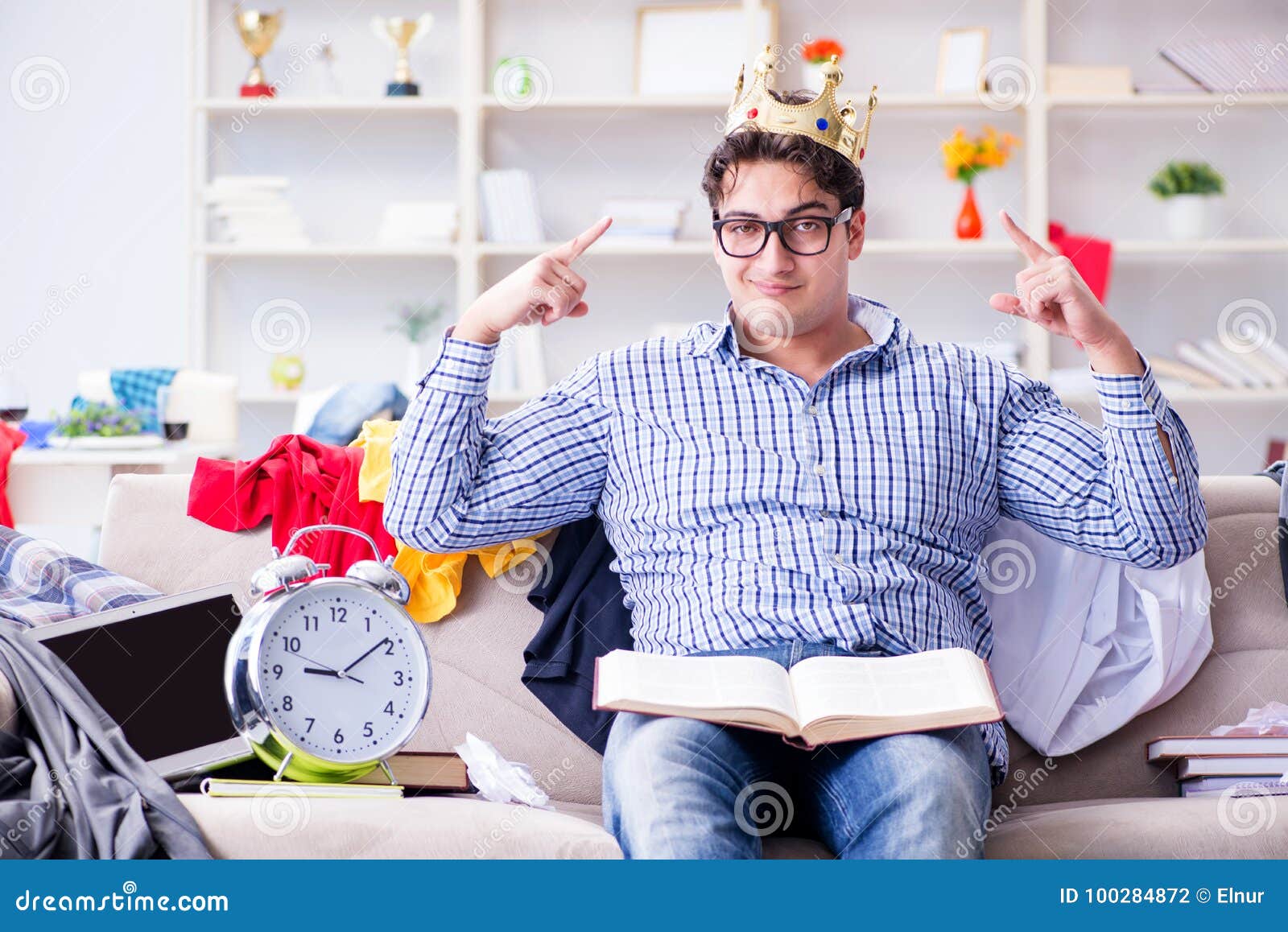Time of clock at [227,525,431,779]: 9:09
